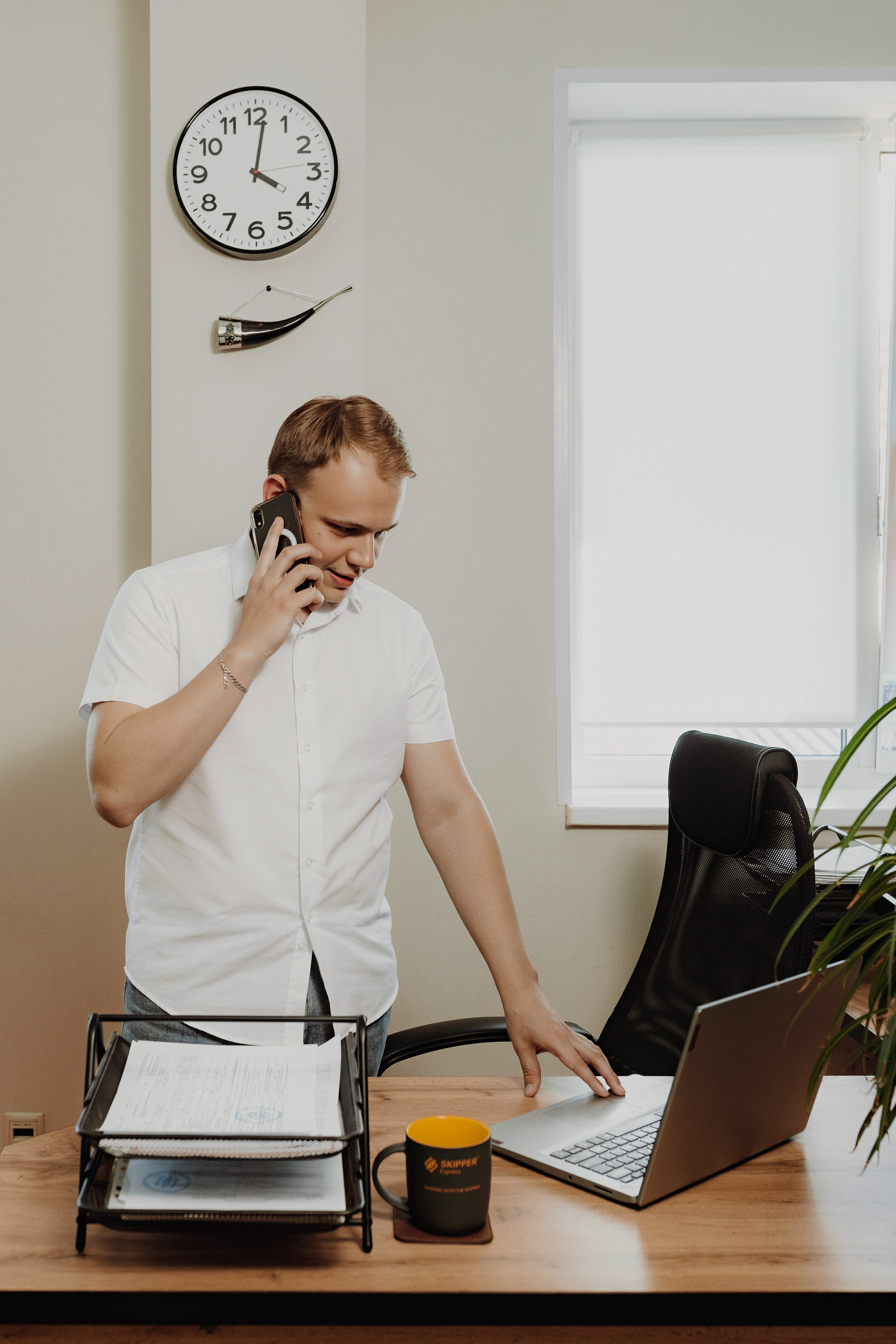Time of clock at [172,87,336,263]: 4:01
